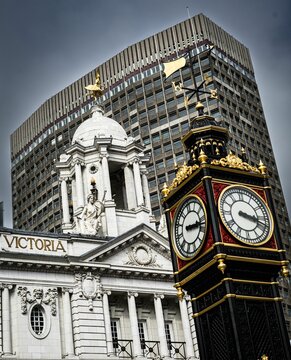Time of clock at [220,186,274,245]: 3:18
